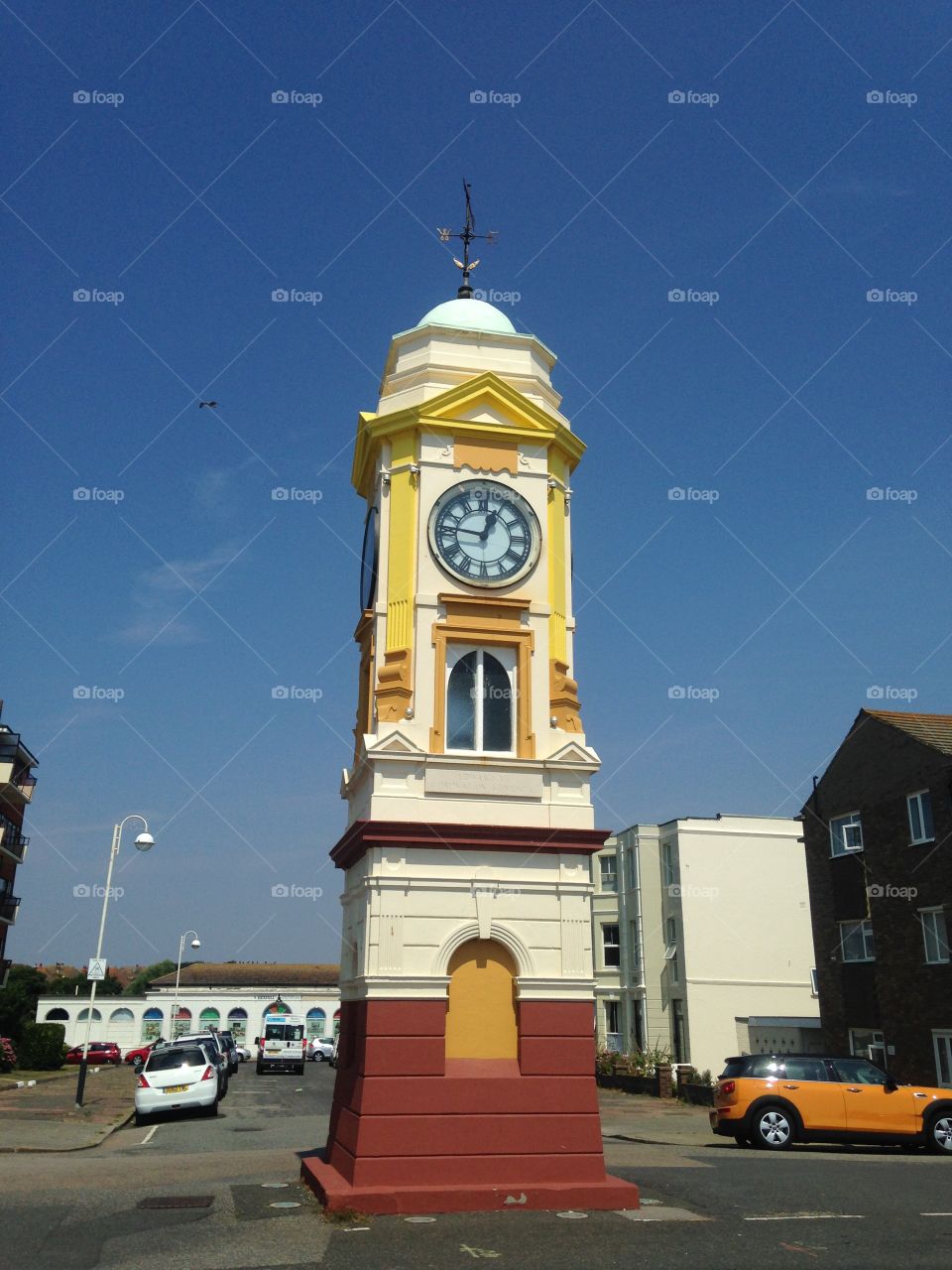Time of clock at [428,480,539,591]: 12:46
